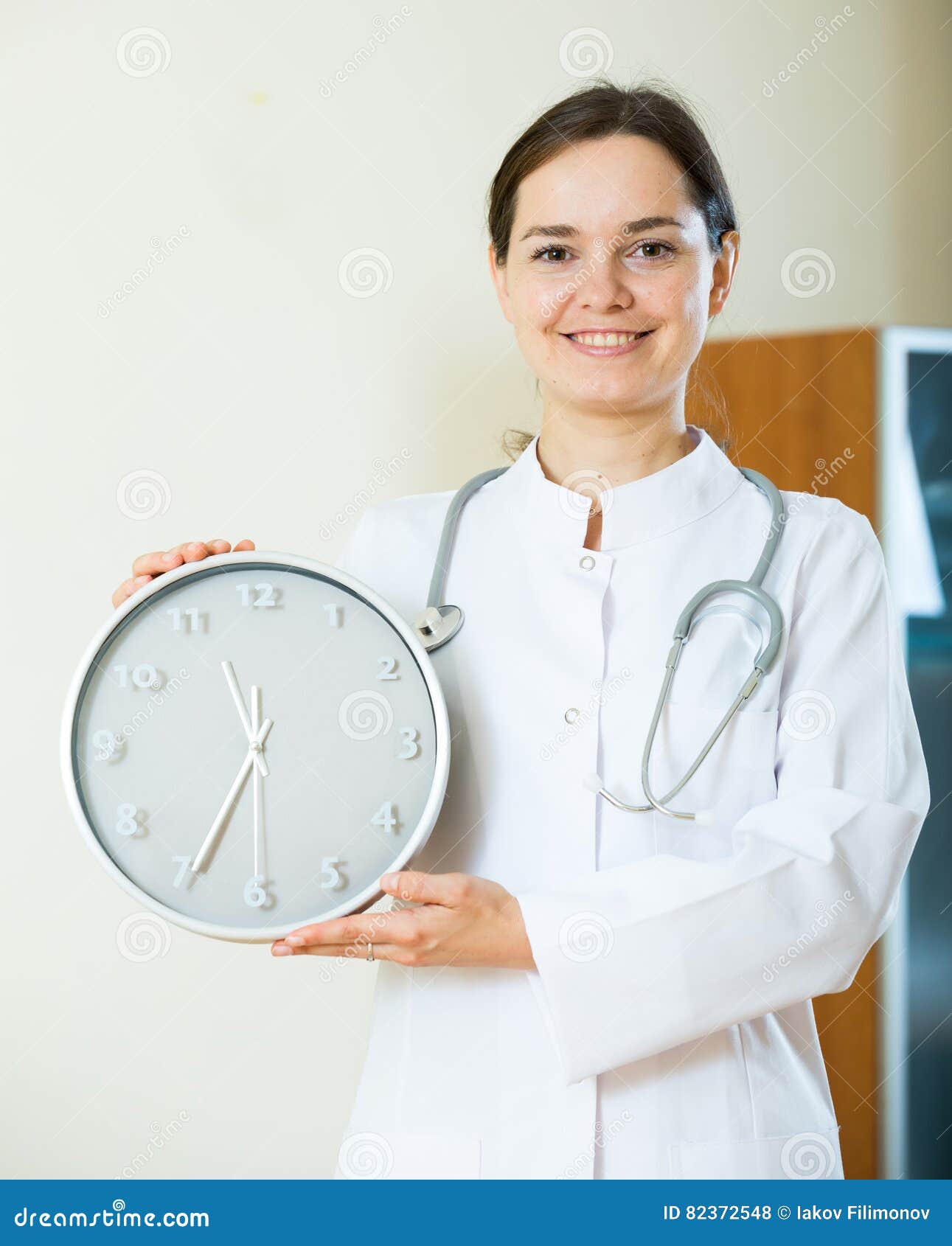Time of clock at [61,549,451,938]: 11:34
